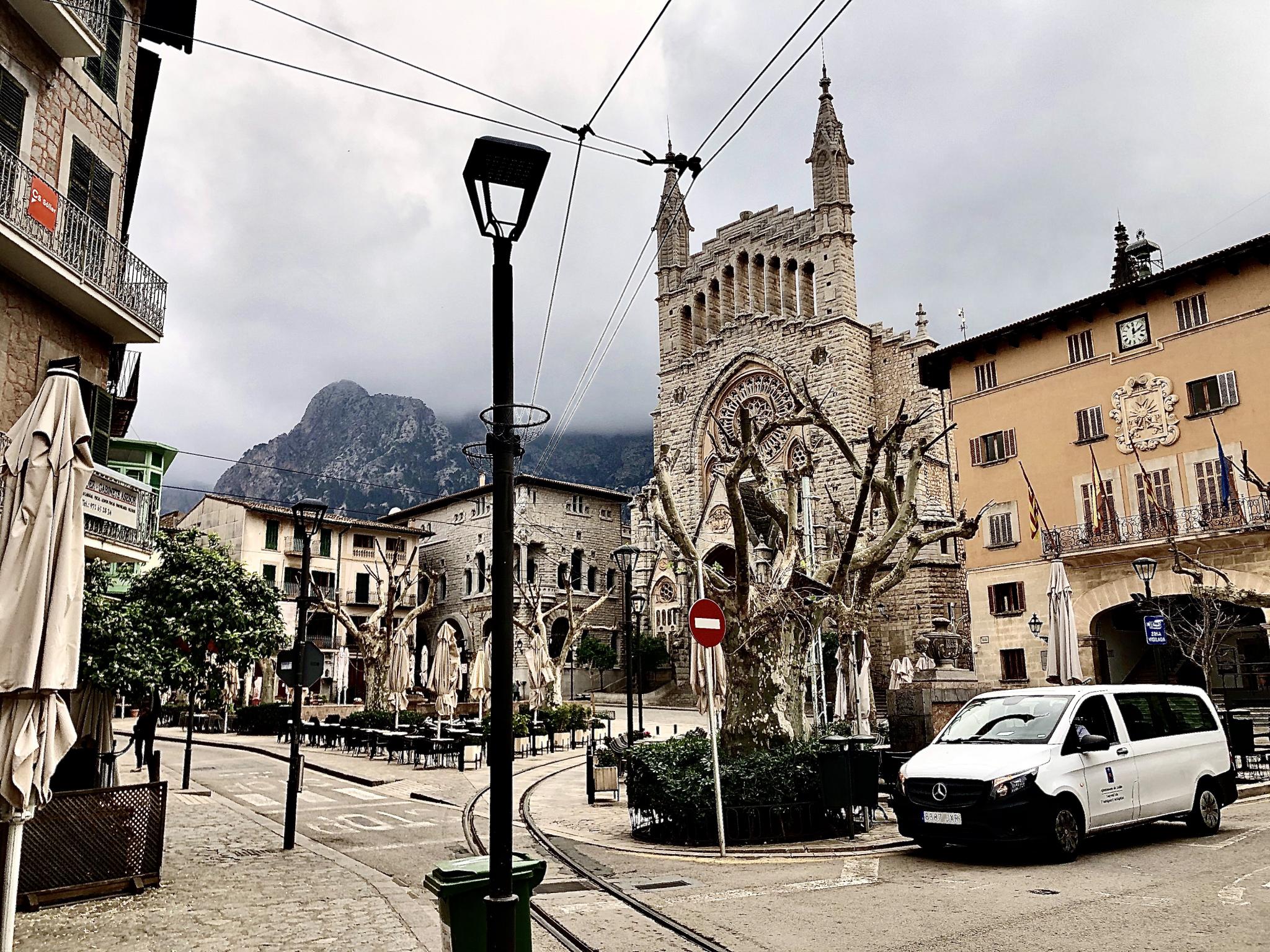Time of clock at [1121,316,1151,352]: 12:10
